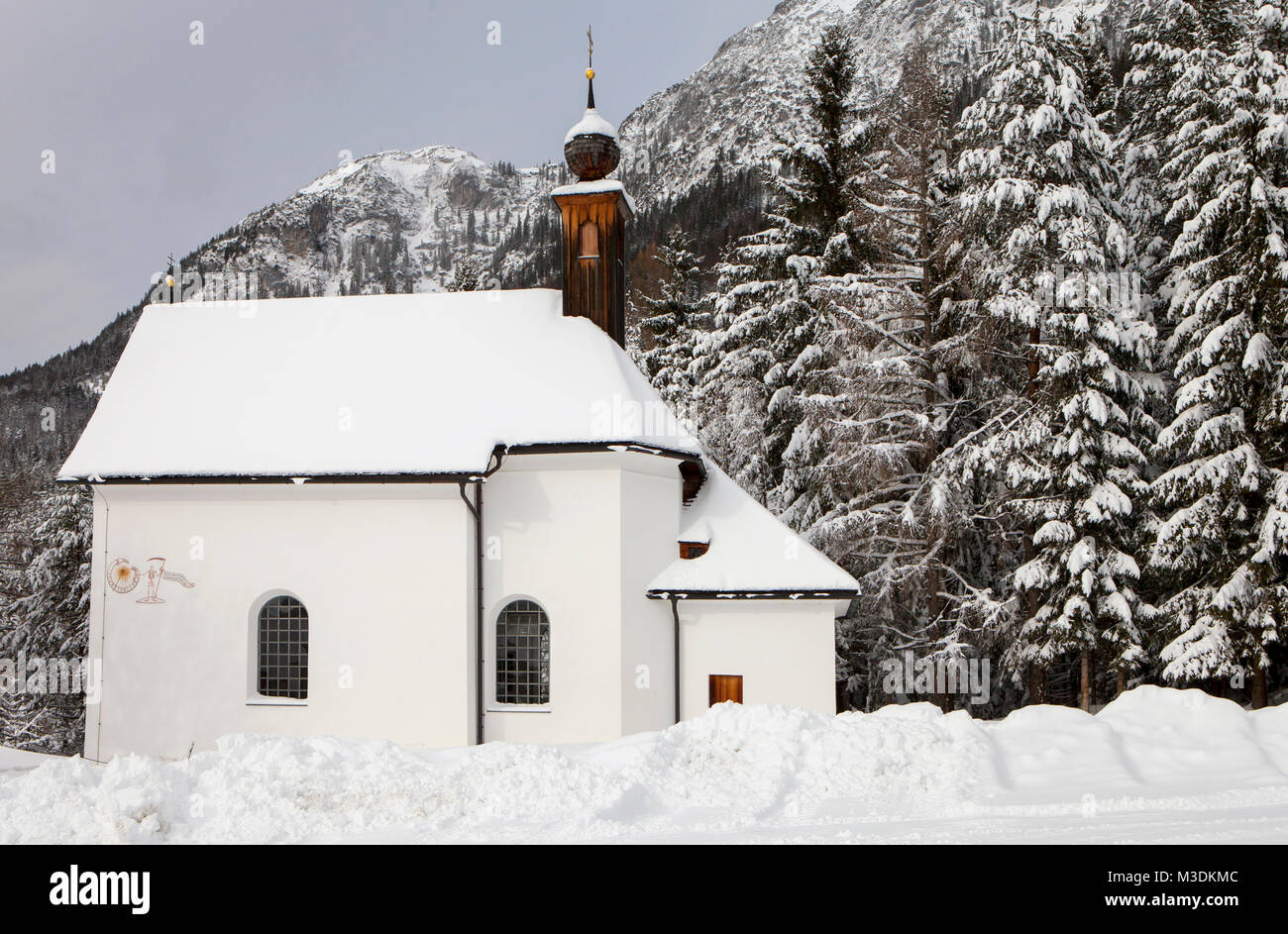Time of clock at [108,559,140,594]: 2:35
